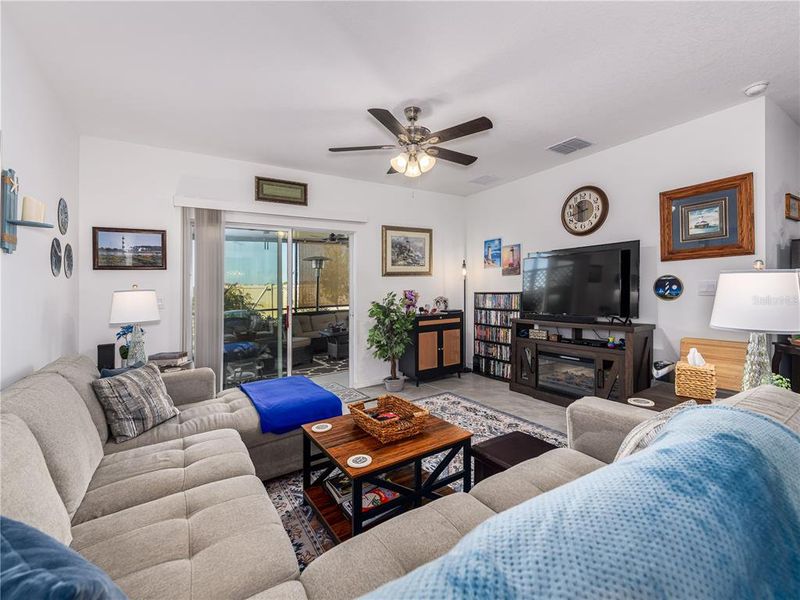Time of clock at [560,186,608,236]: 10:42
